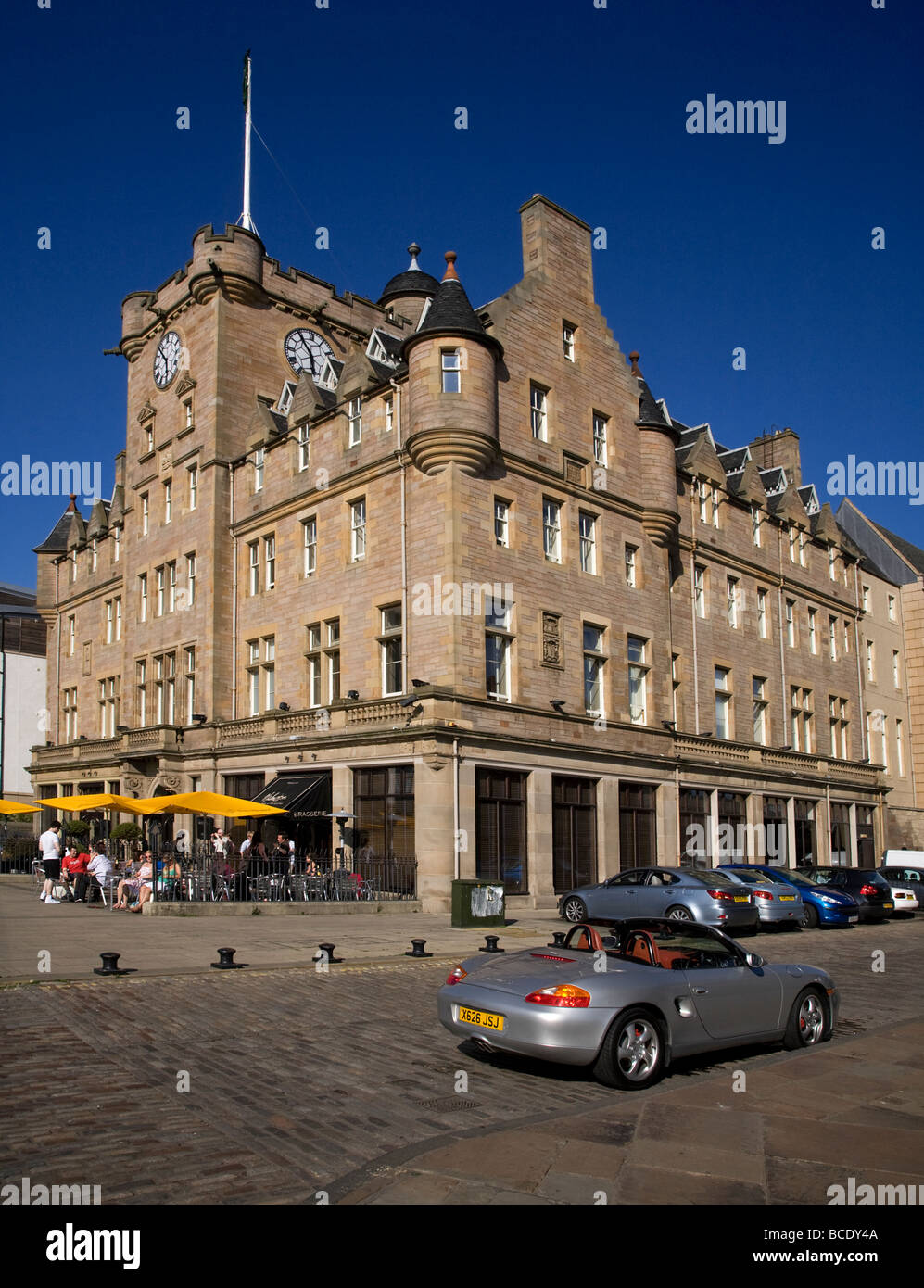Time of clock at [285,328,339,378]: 5:54
